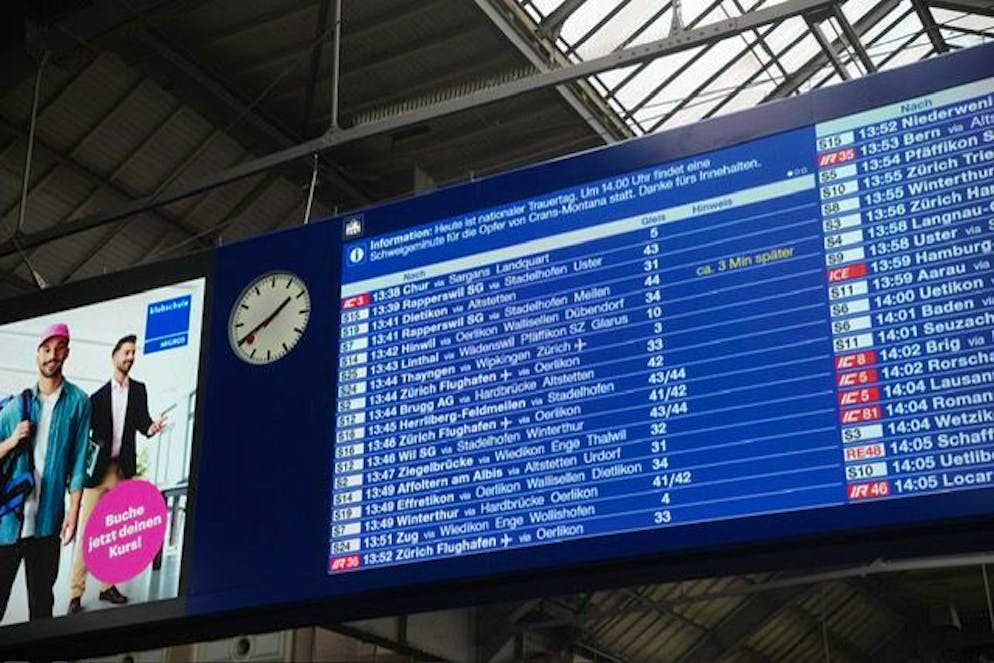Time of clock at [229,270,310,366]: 1:40
